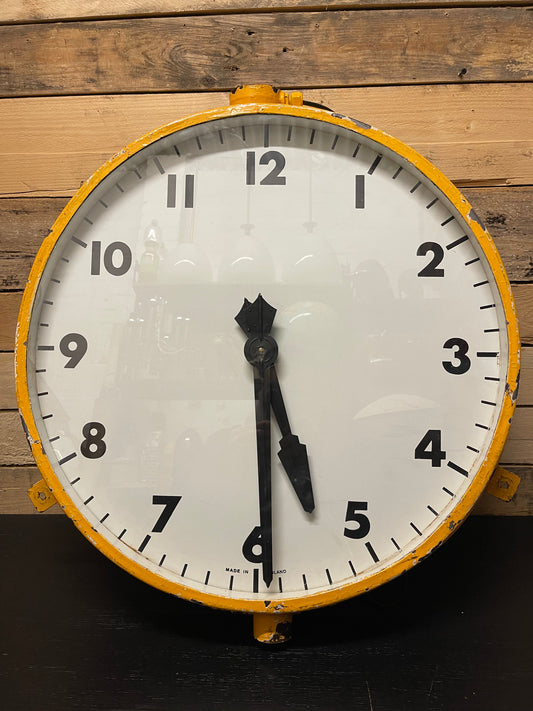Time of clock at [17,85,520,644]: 5:29
